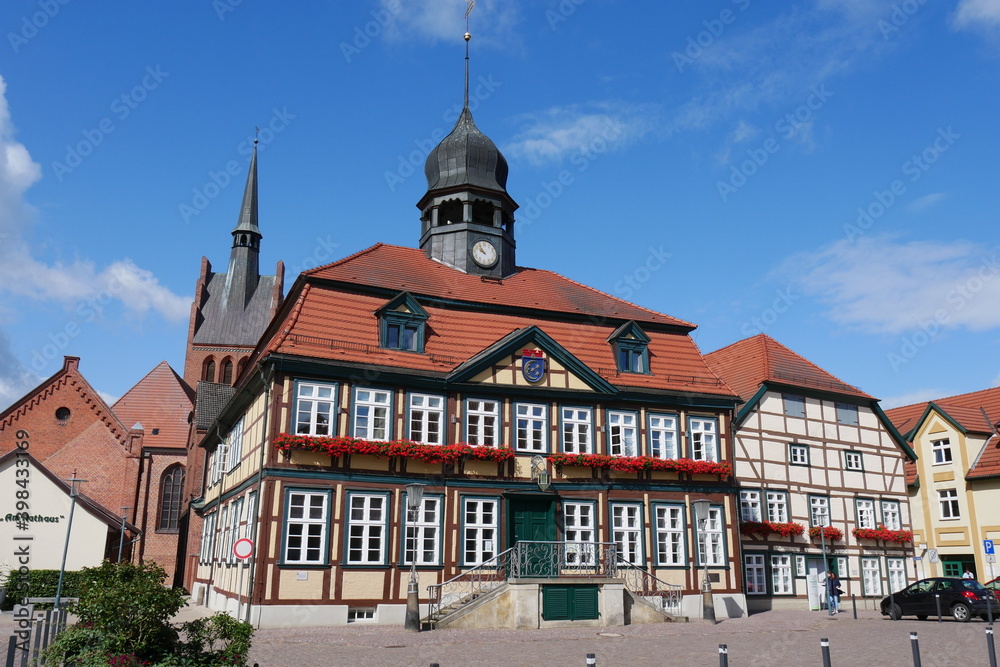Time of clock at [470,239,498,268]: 9:54
